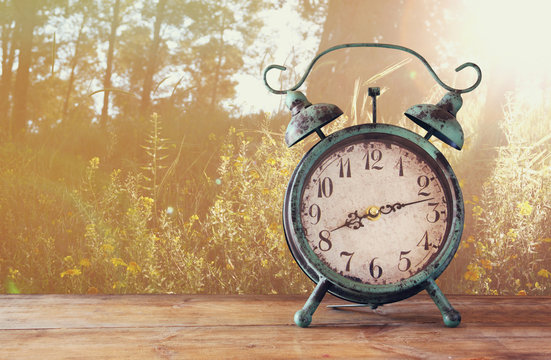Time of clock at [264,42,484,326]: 8:12
